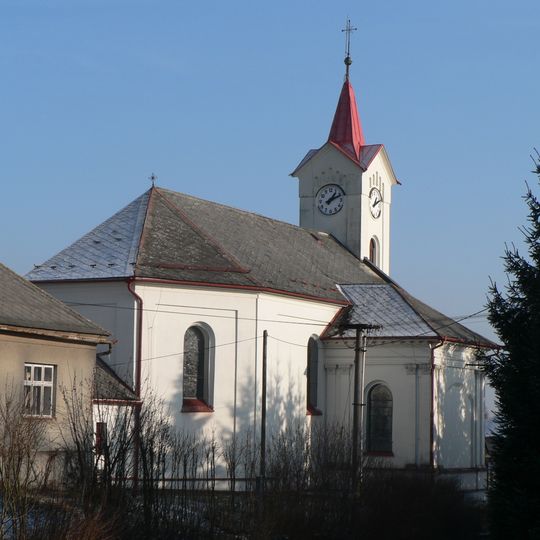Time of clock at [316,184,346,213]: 1:11
